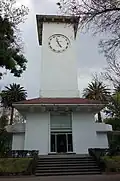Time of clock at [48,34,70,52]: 4:57
